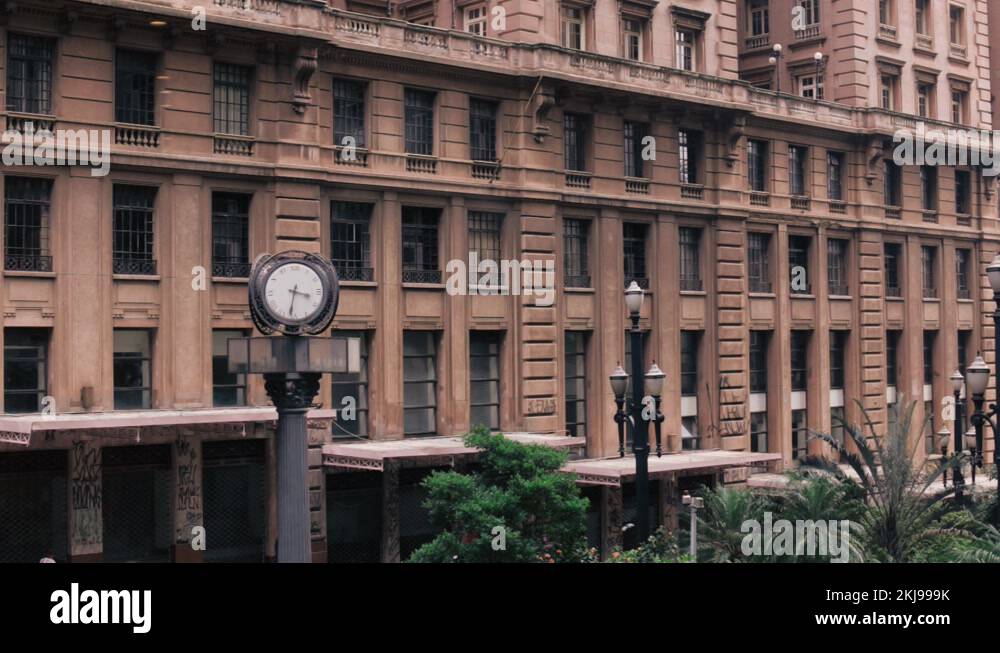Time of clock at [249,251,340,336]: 3:31
